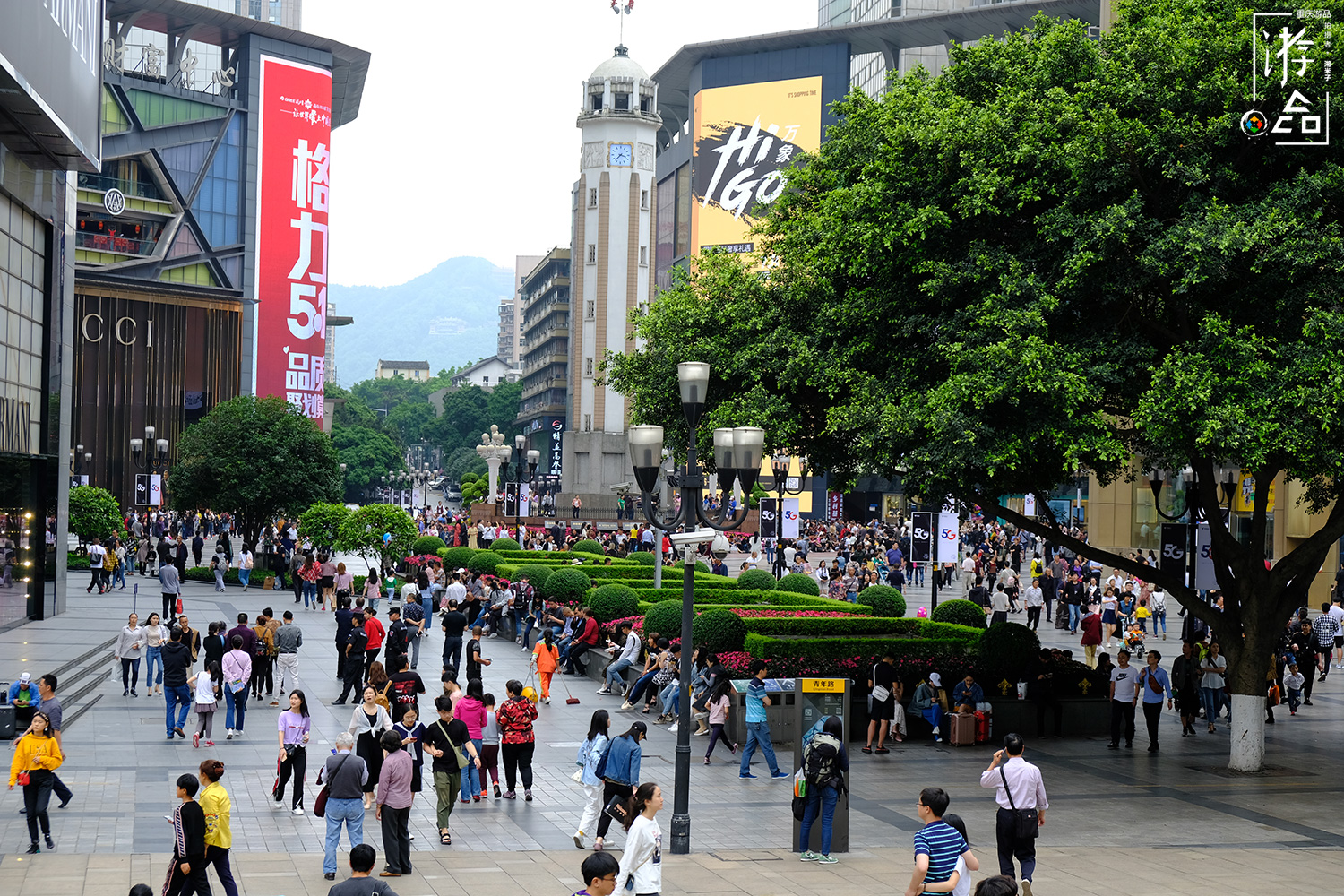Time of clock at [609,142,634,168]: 3:37
